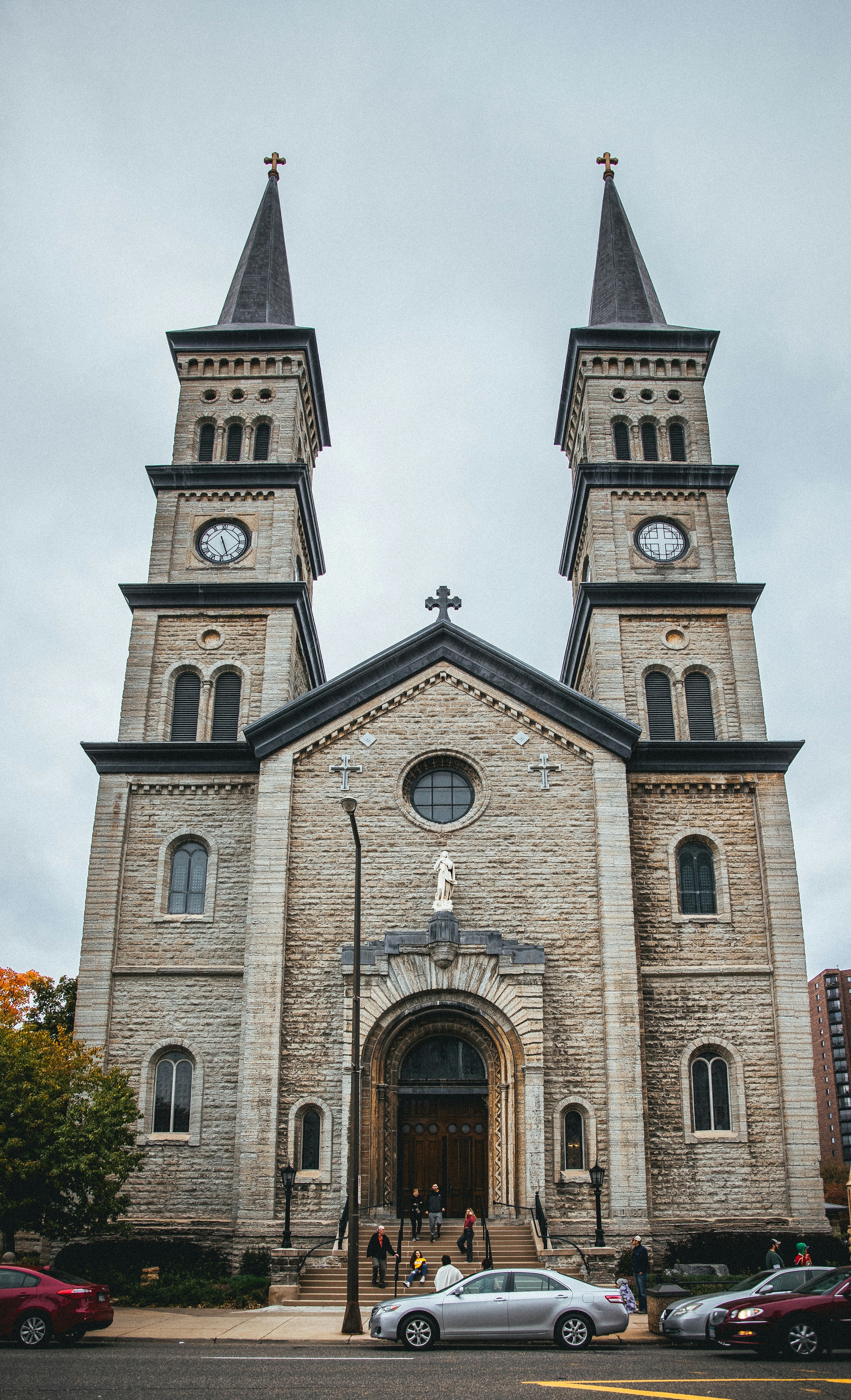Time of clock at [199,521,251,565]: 11:26
